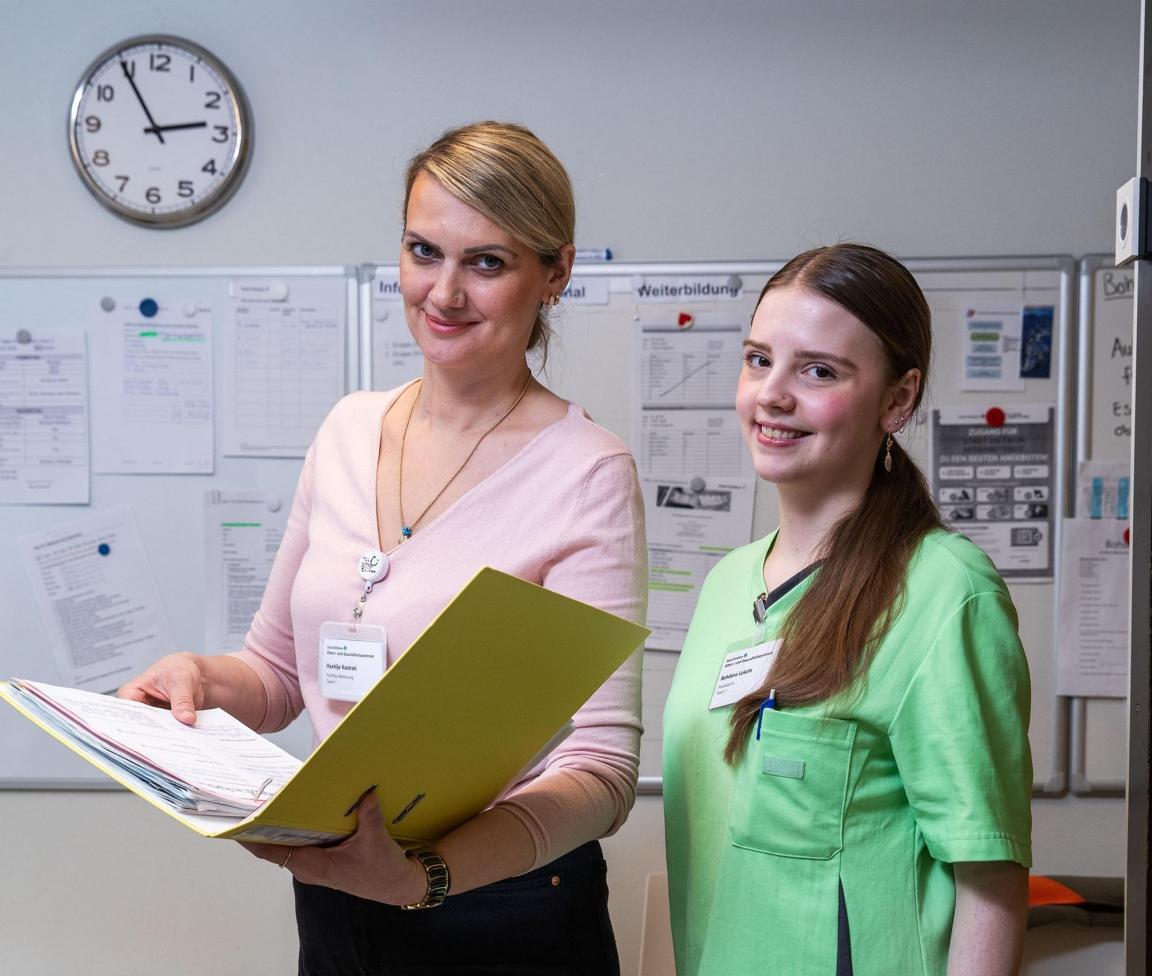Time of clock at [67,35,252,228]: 2:54
